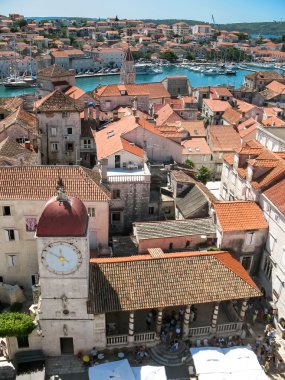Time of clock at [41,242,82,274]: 11:50
